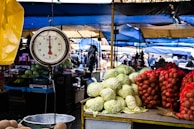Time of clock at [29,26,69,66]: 5:59
